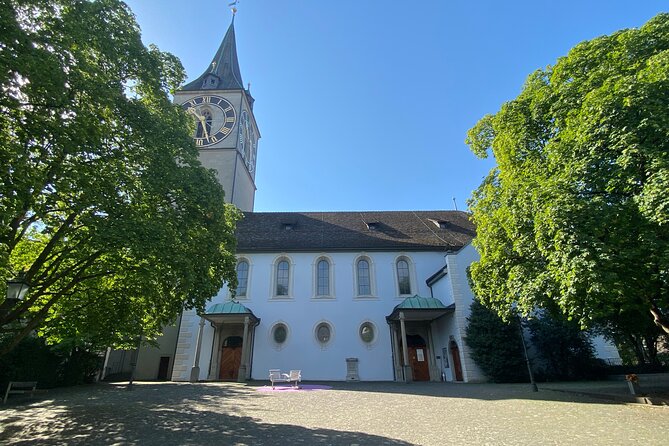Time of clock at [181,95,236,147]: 10:27
